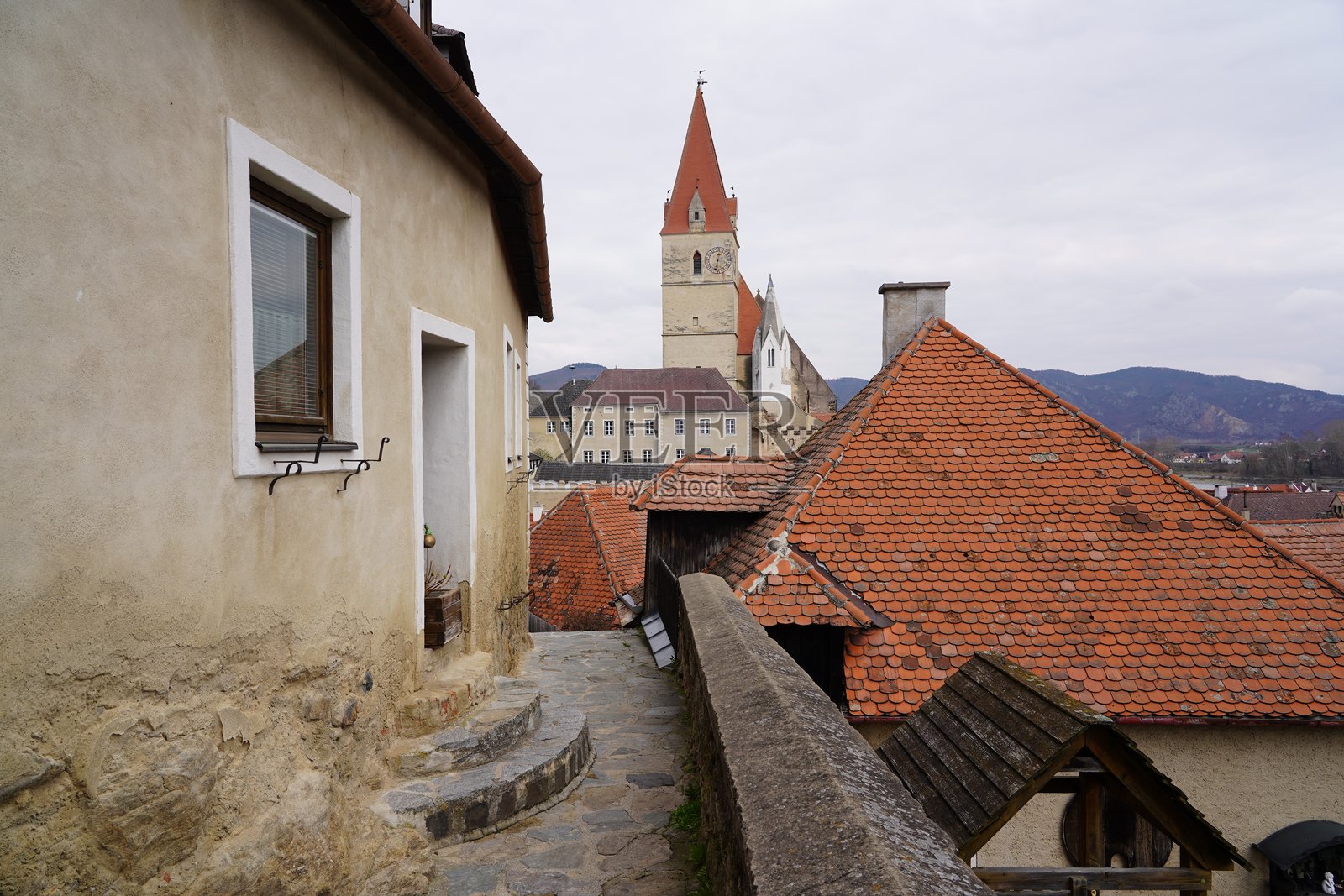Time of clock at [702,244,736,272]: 12:32
